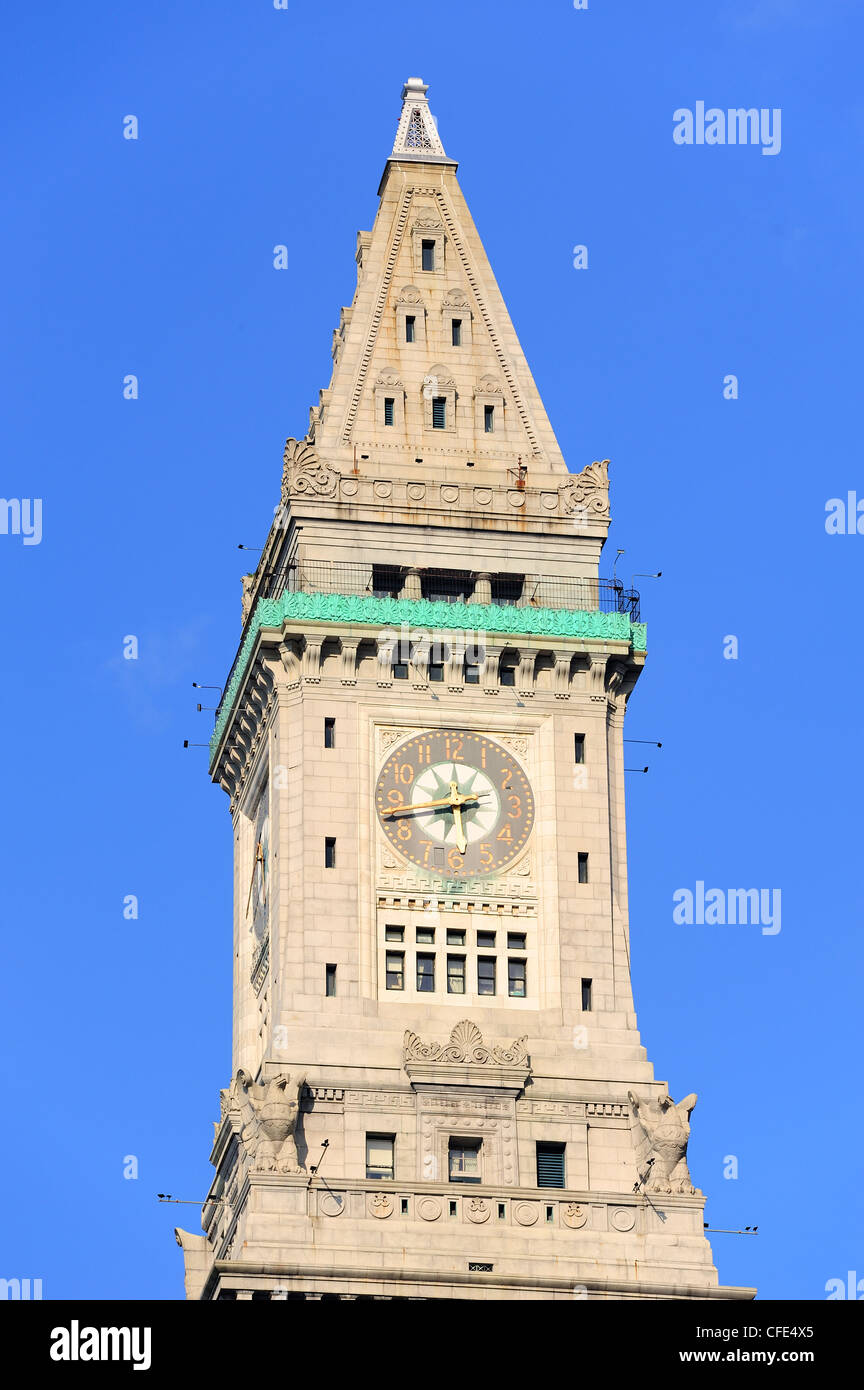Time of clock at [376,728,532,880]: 2:42
